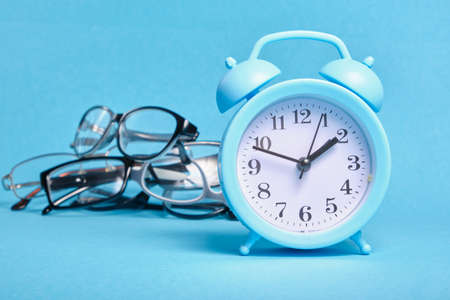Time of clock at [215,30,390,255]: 1:48
